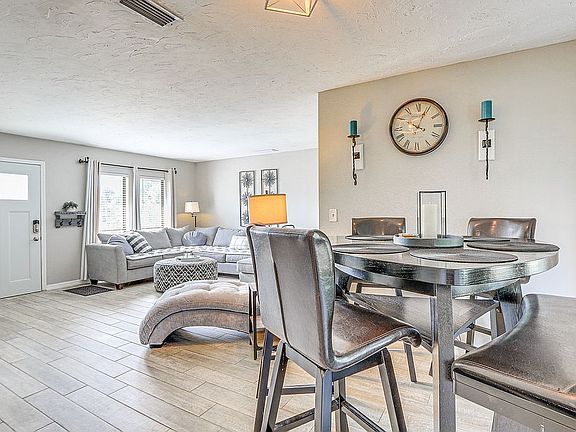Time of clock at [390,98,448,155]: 10:03
